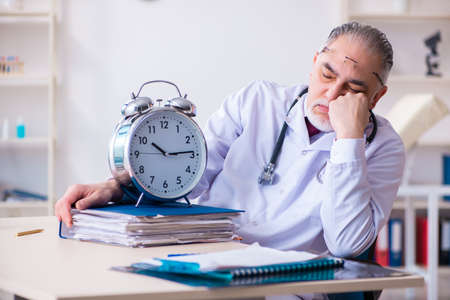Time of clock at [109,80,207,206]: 10:14
